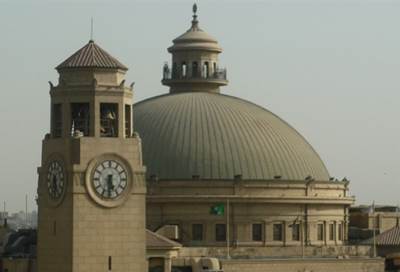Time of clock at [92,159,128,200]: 5:31
